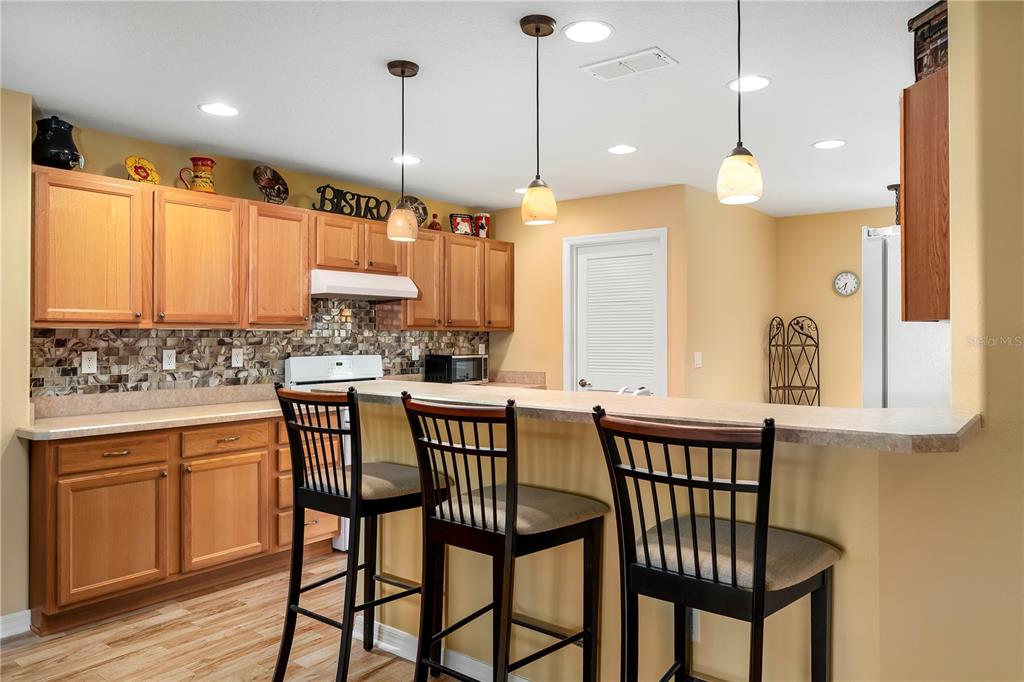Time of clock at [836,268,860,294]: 6:38
